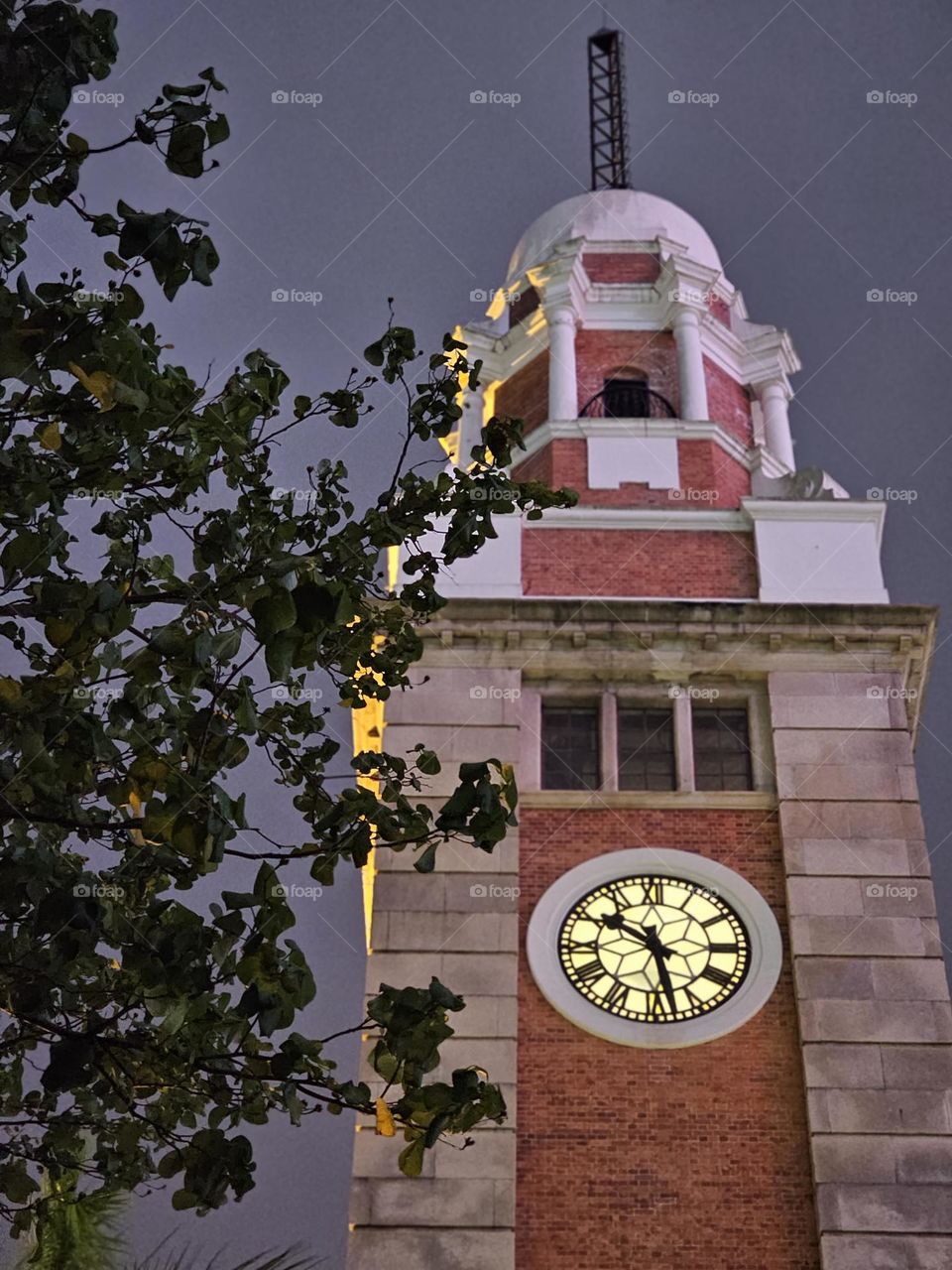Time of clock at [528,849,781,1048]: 10:28
